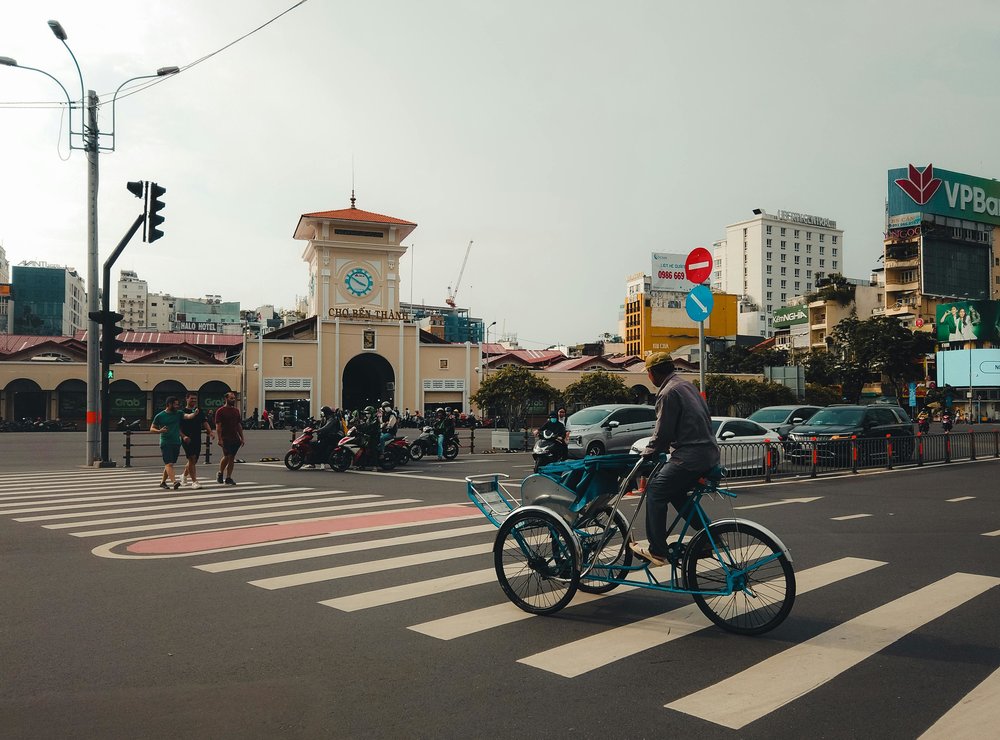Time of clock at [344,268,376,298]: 3:50
